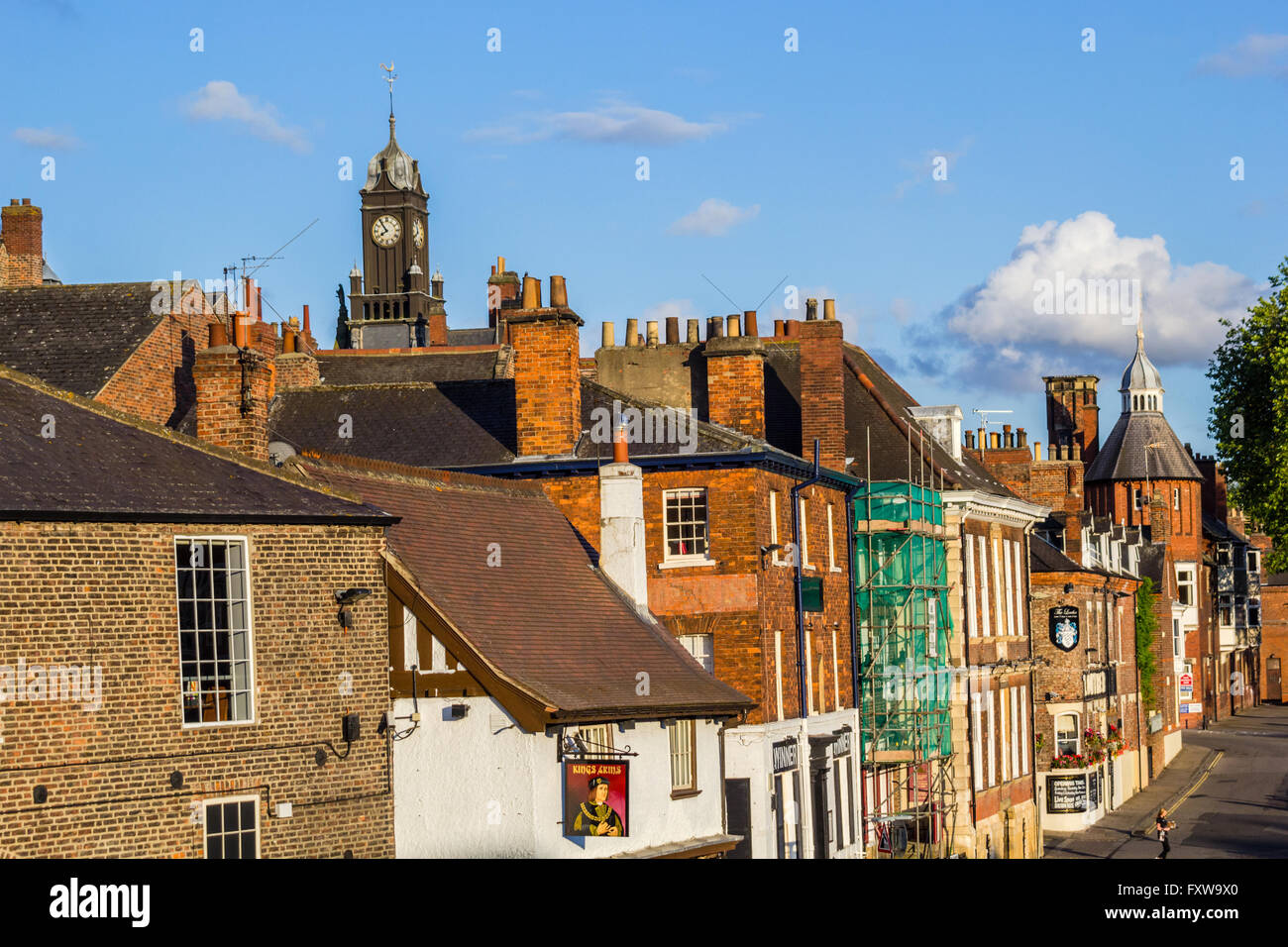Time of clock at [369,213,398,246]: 7:53
